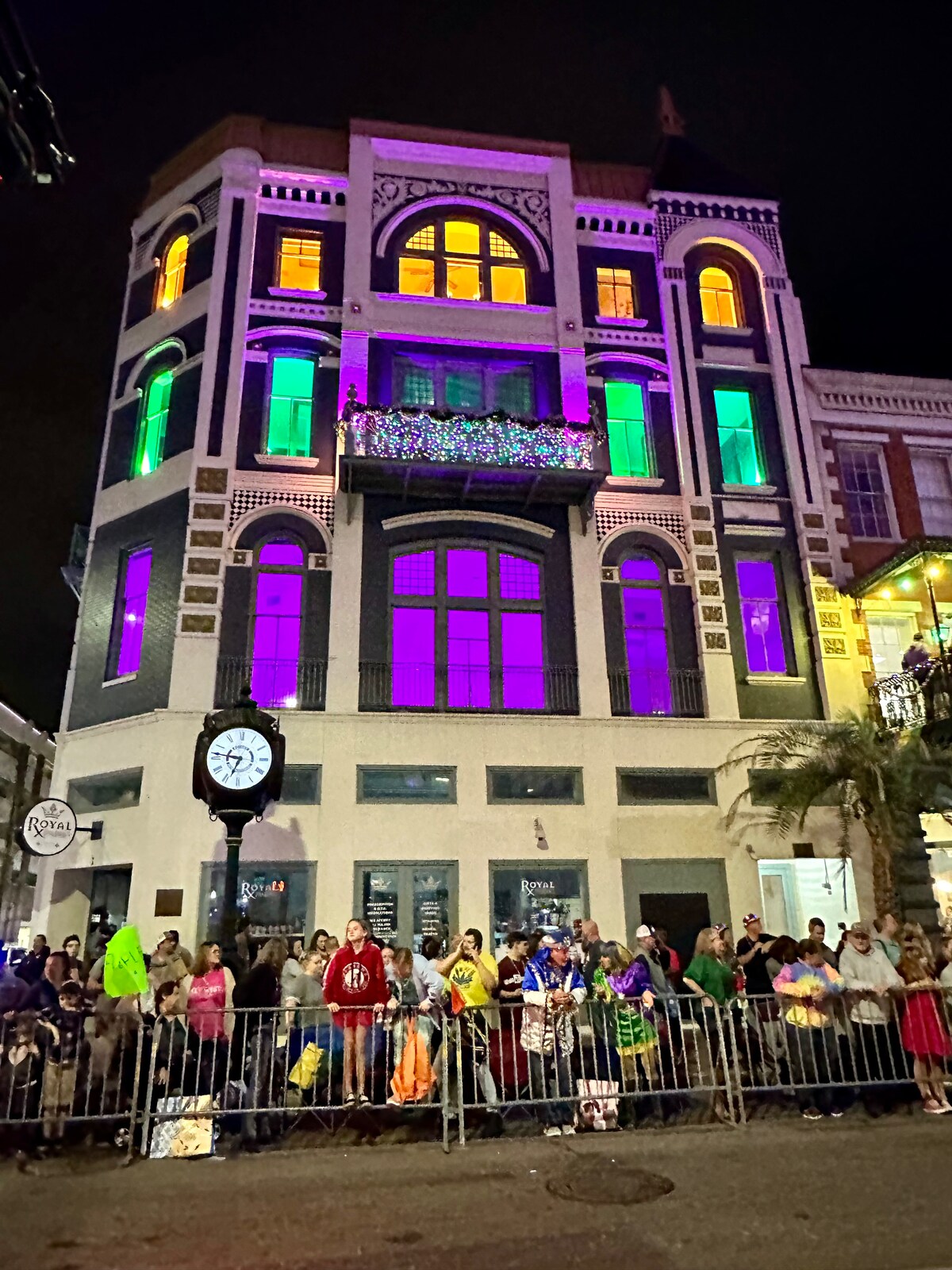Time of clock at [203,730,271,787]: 6:46
